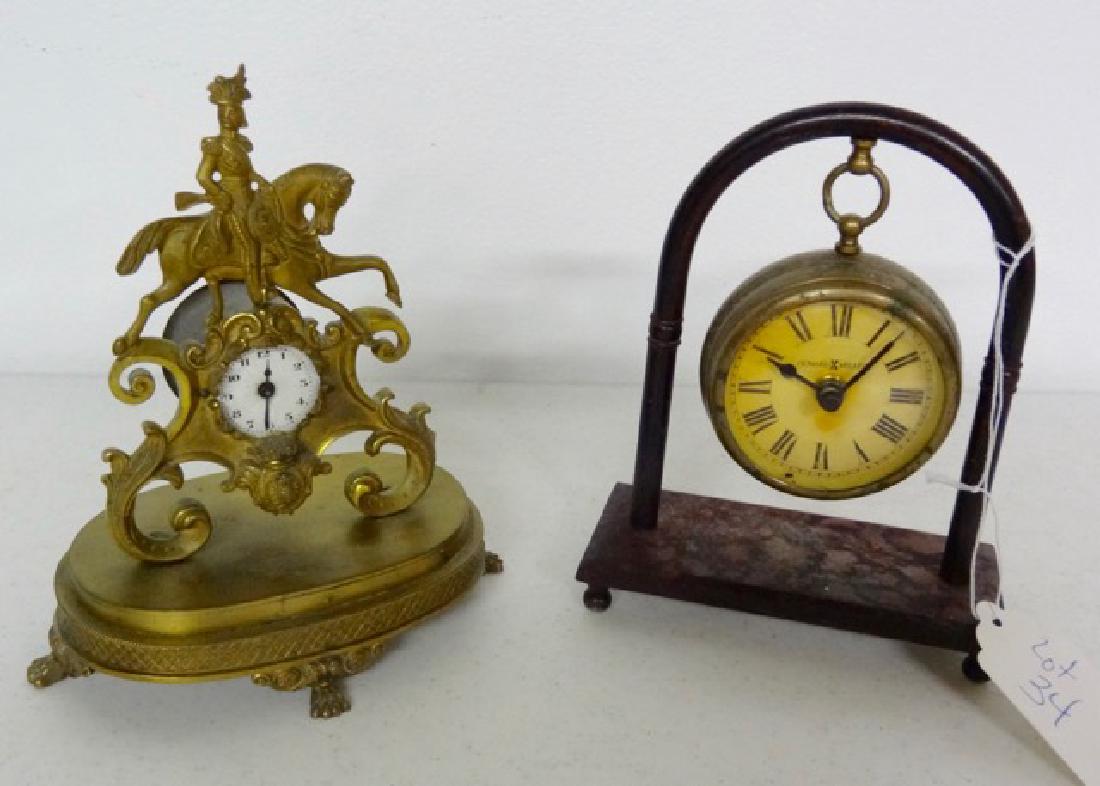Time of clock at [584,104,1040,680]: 10:07
